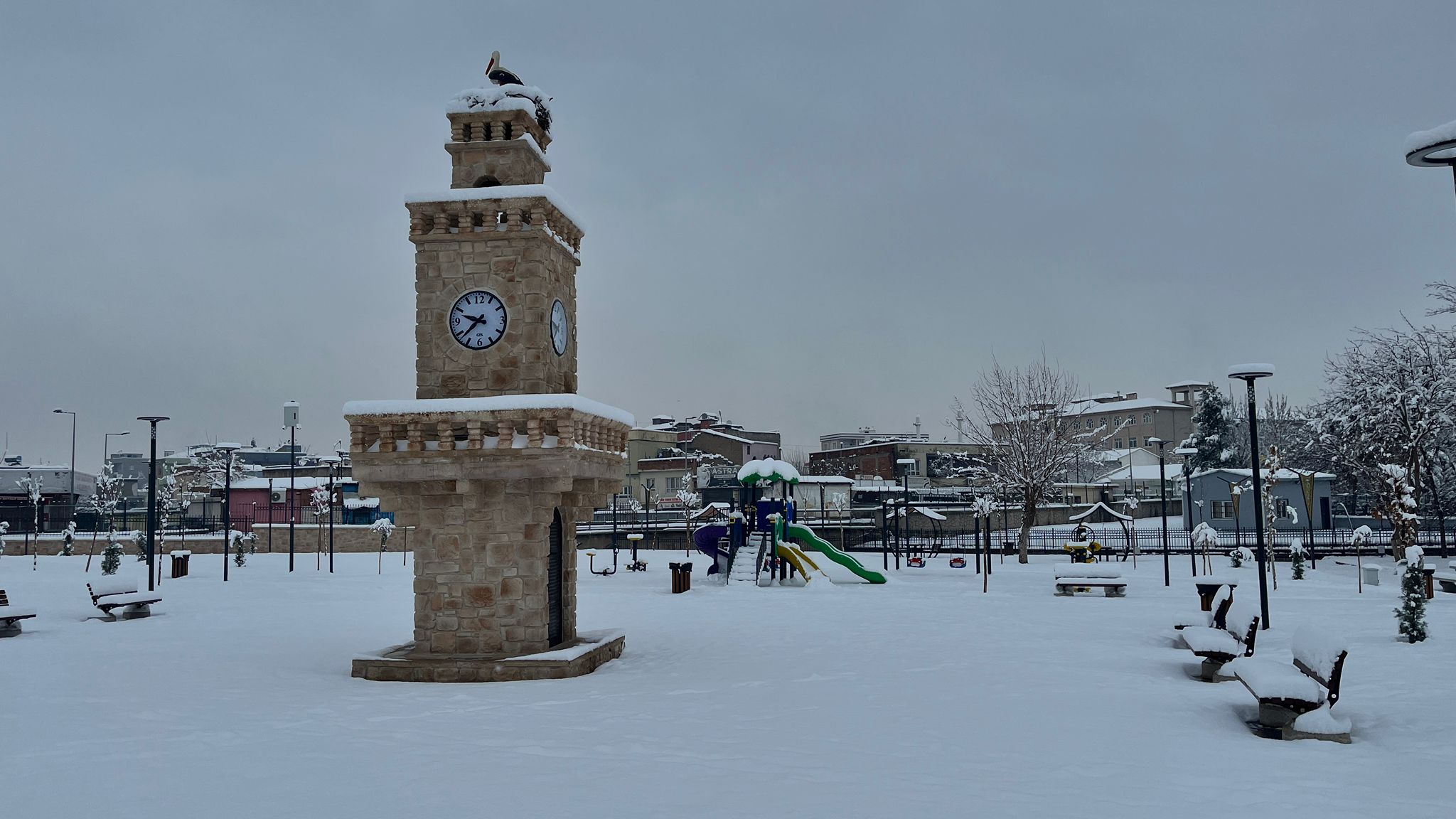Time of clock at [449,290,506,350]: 9:37
